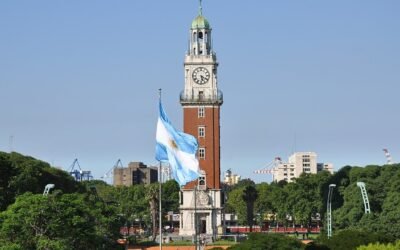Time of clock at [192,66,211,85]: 5:19
